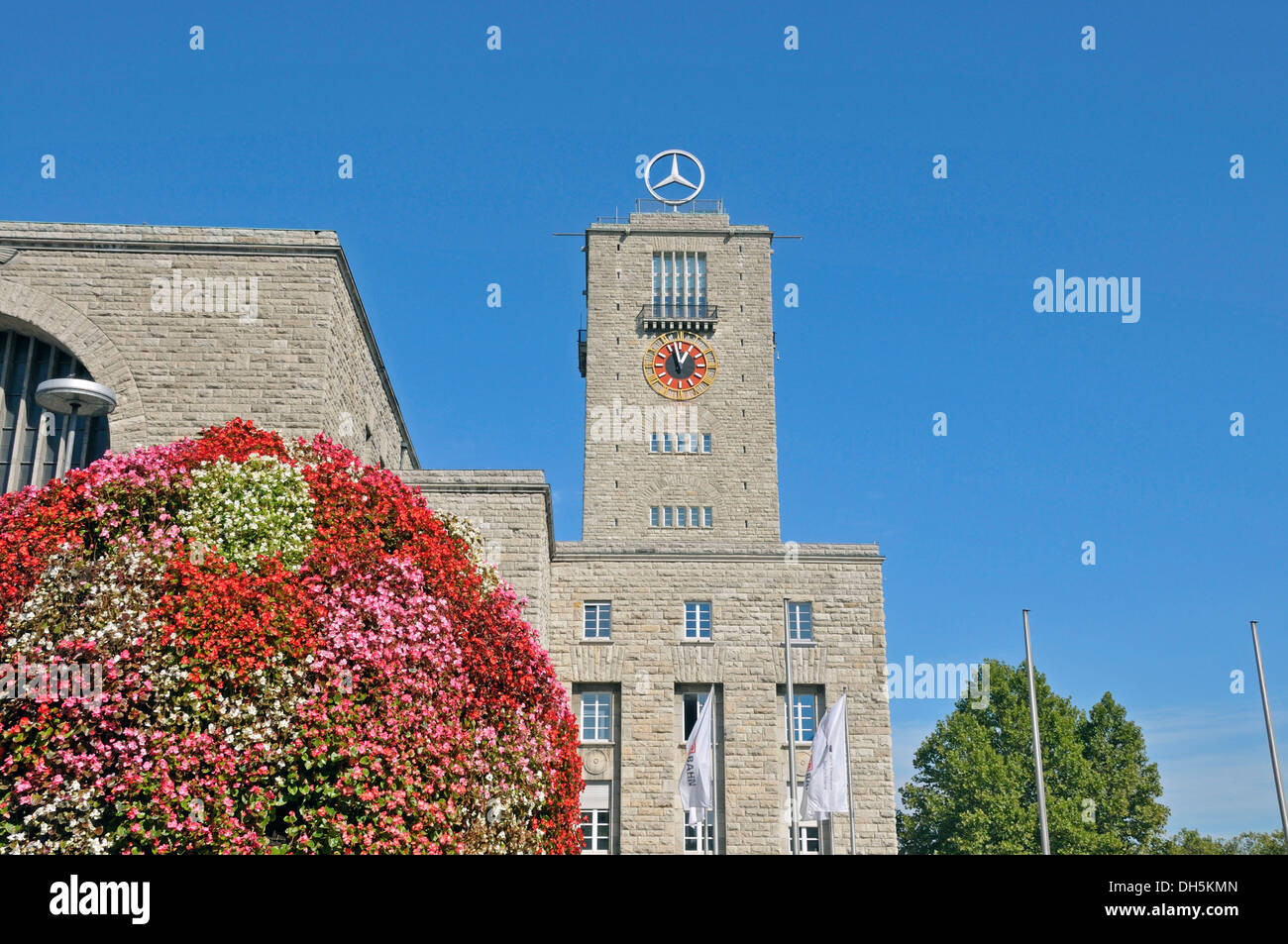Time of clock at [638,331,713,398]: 12:57
